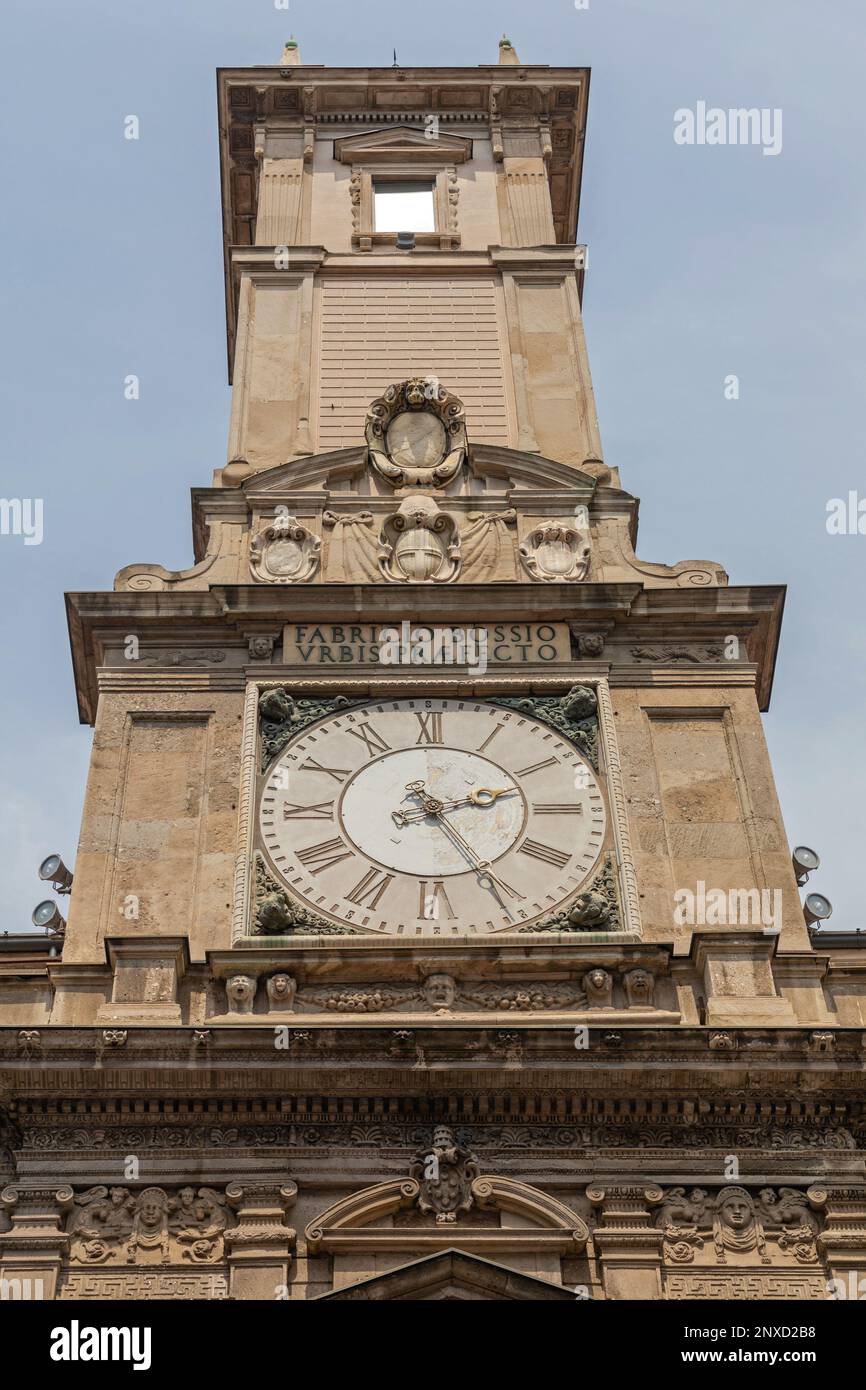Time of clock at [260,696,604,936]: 2:25
